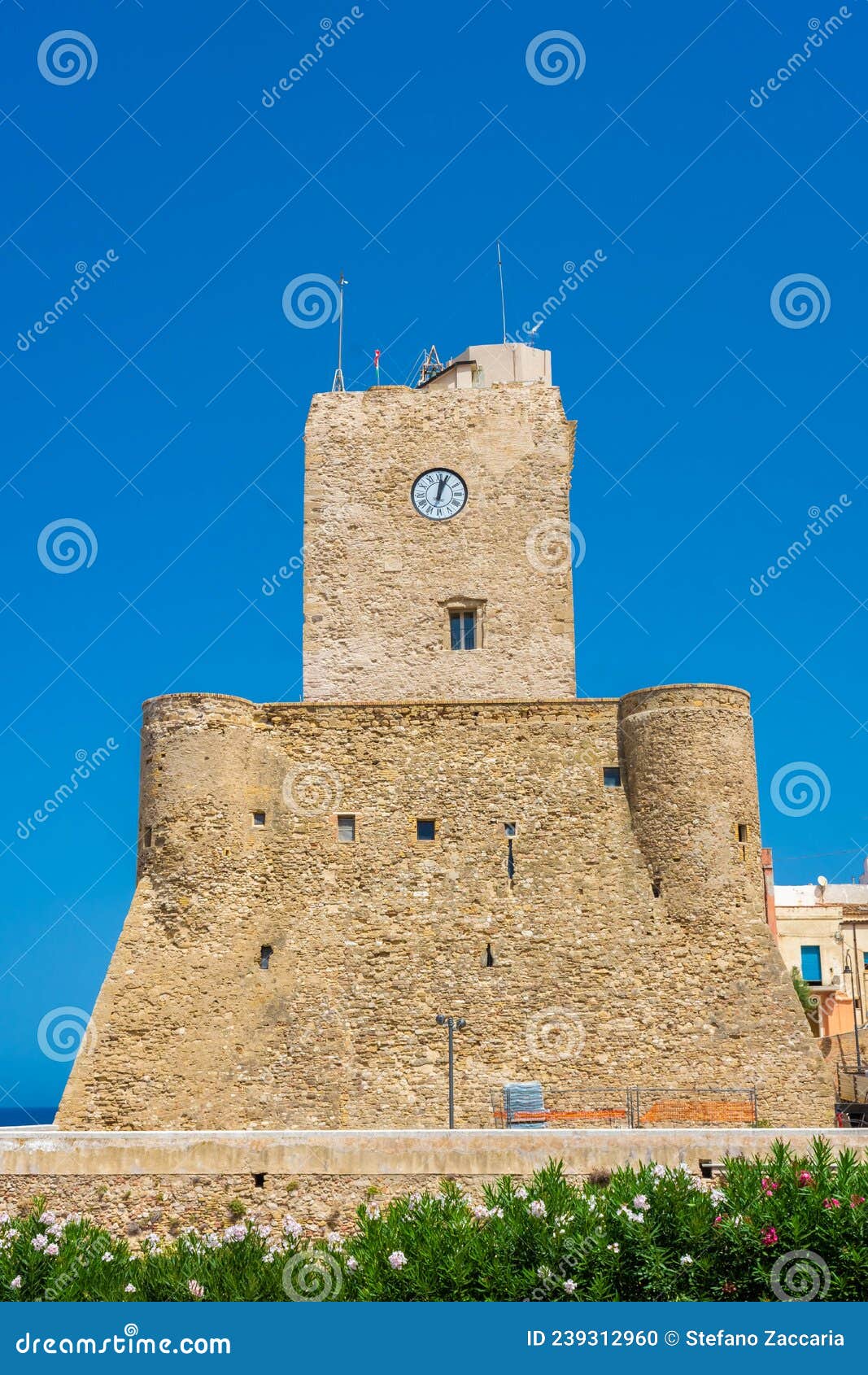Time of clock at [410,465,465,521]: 12:03
